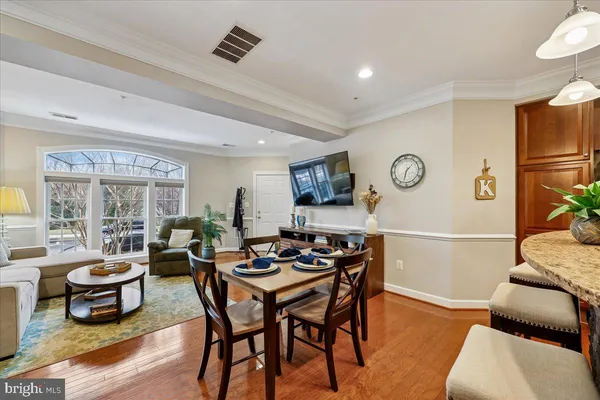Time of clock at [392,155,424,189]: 1:32
